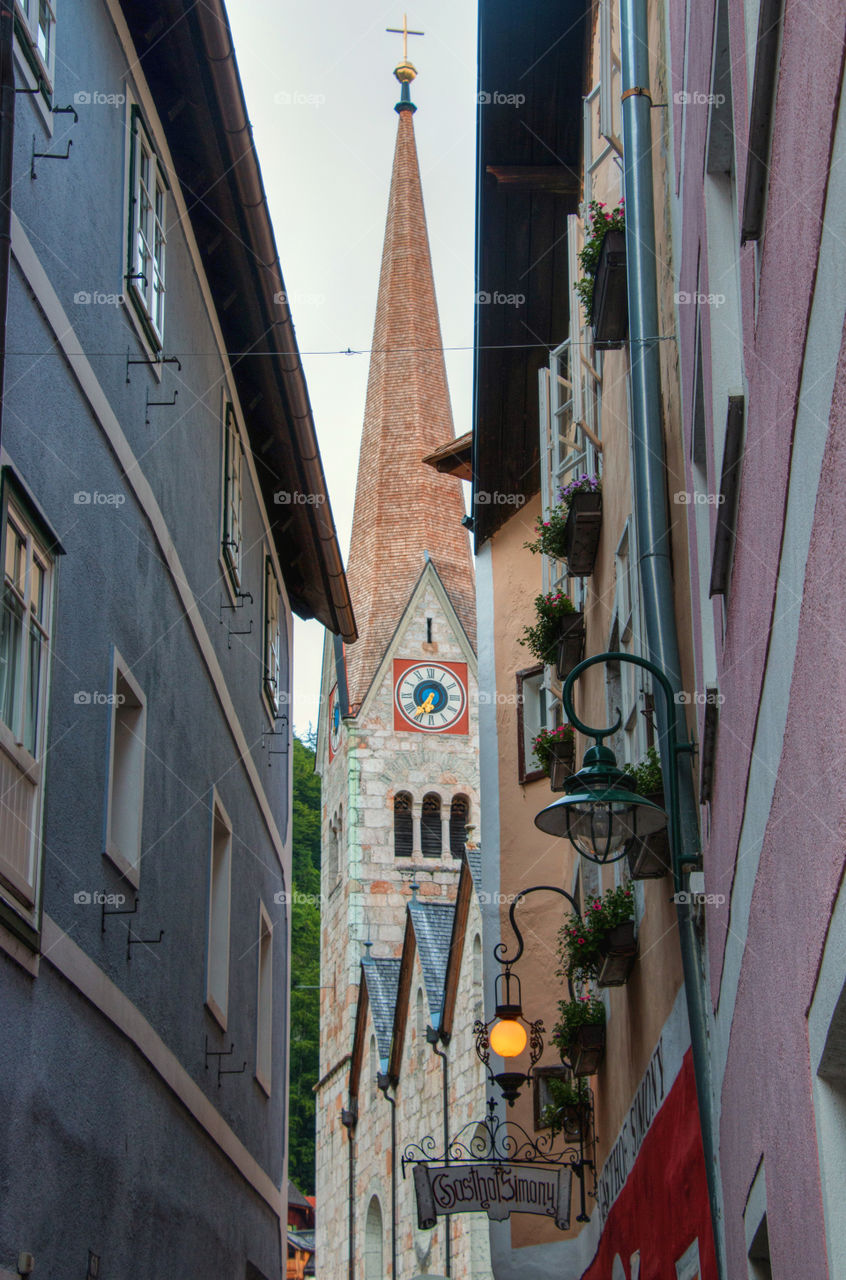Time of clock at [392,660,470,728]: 6:36
